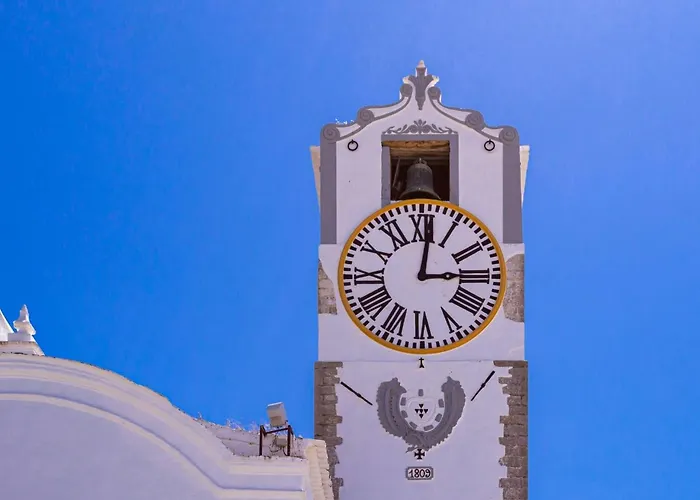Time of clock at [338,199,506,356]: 3:01
